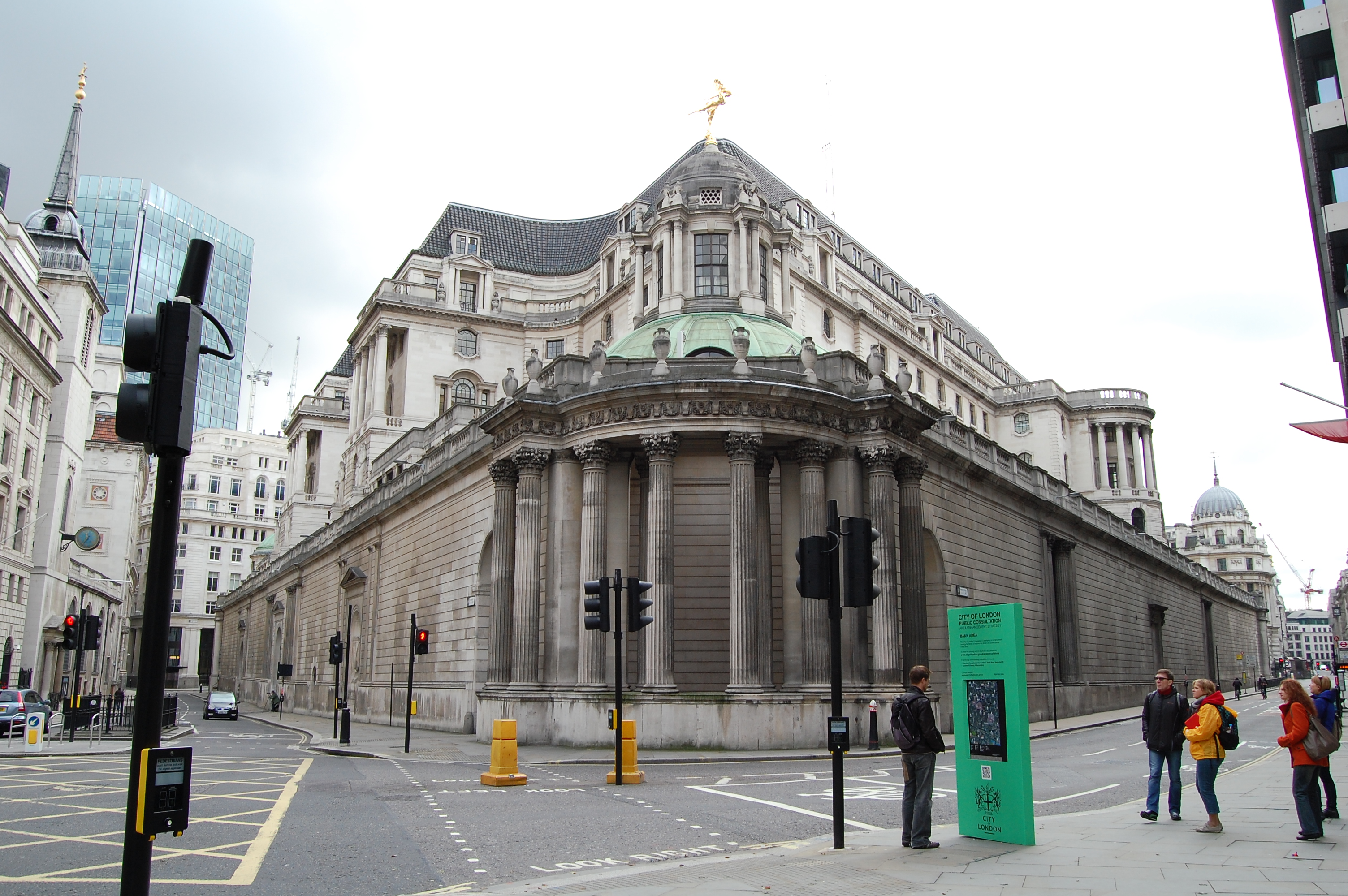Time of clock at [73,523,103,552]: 11:35
